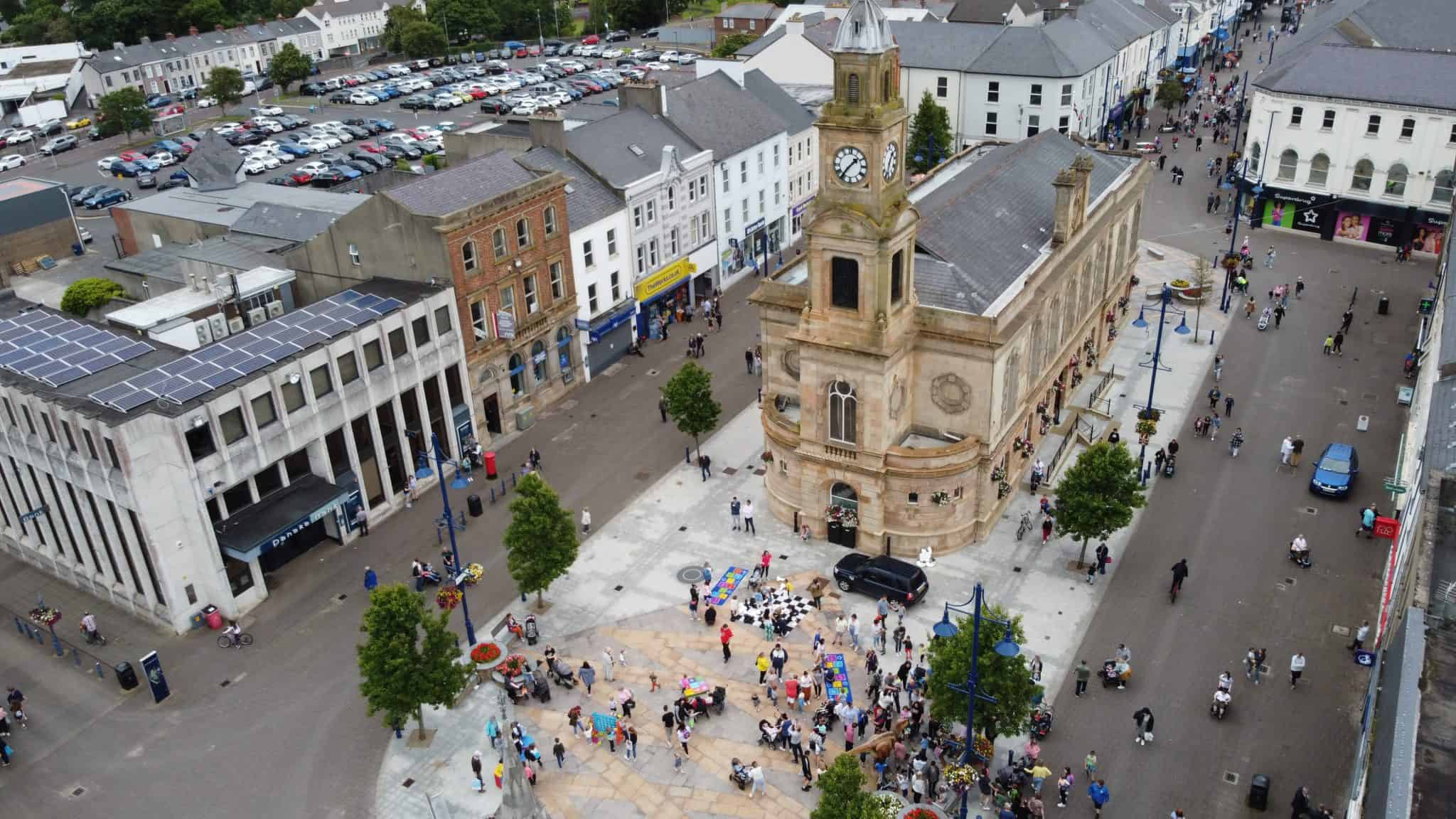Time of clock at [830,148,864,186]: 1:36
